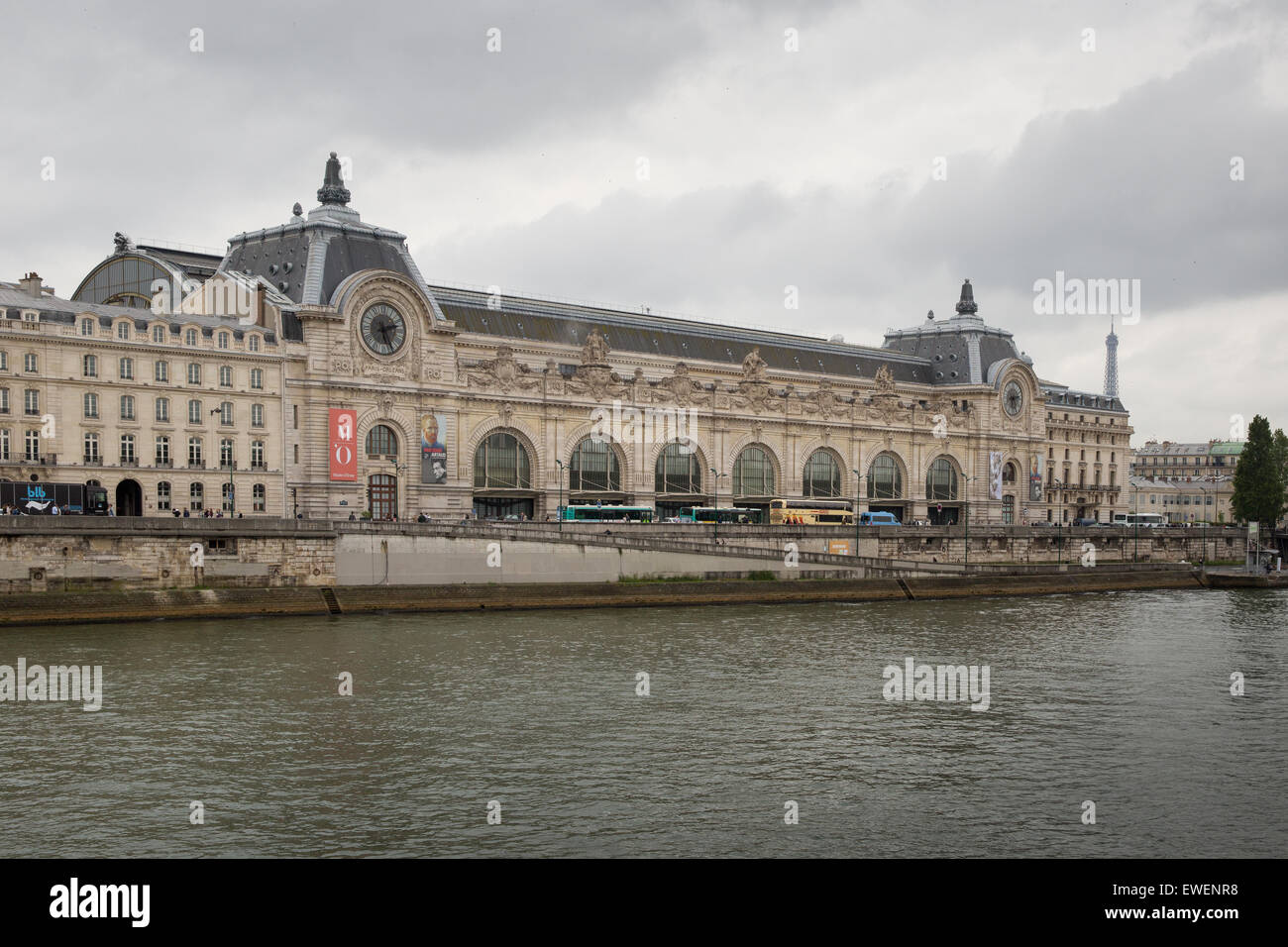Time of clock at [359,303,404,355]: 2:26
